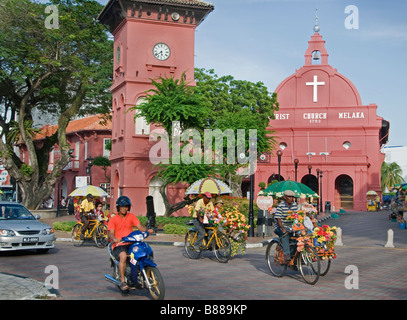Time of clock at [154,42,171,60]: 5:38
